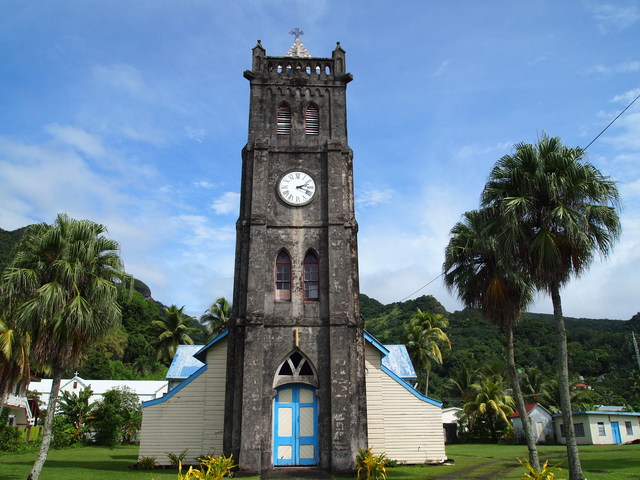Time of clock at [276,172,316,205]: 2:18
